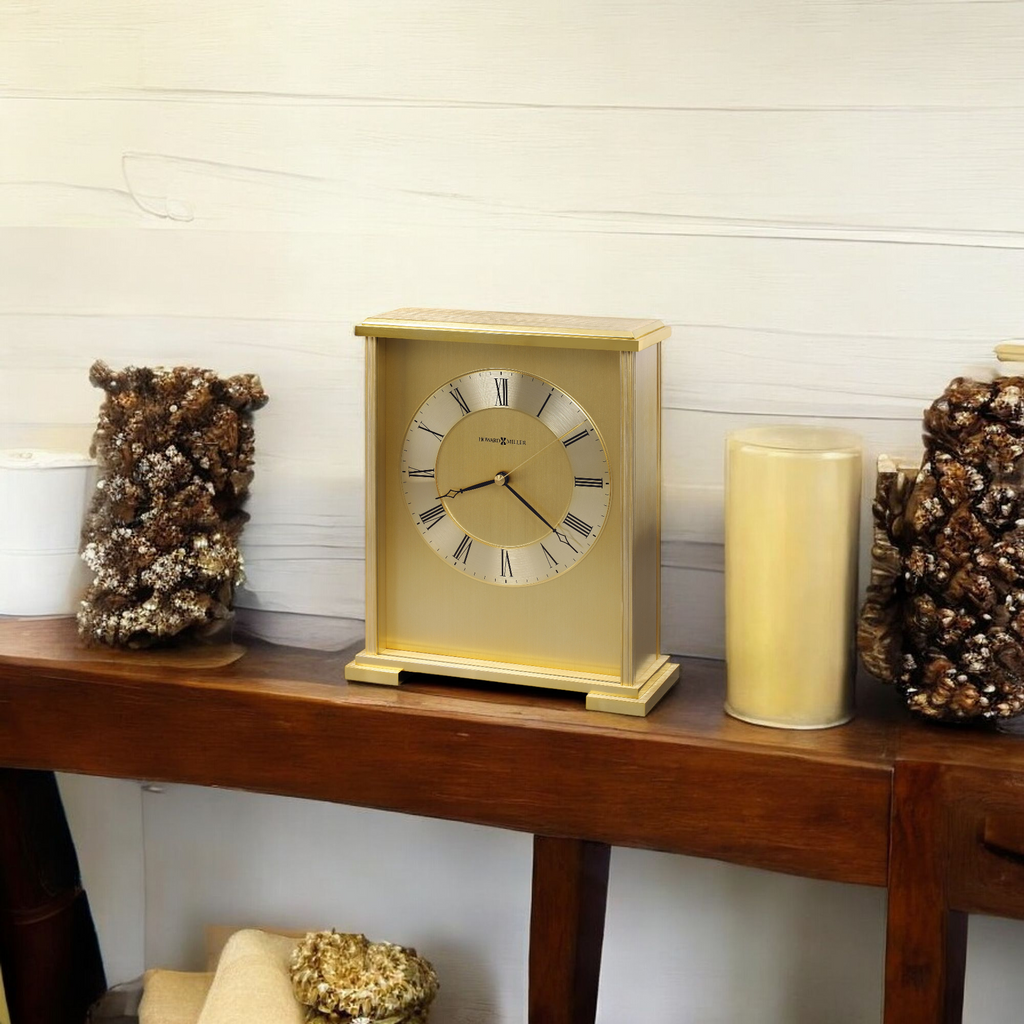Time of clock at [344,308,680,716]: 8:21
